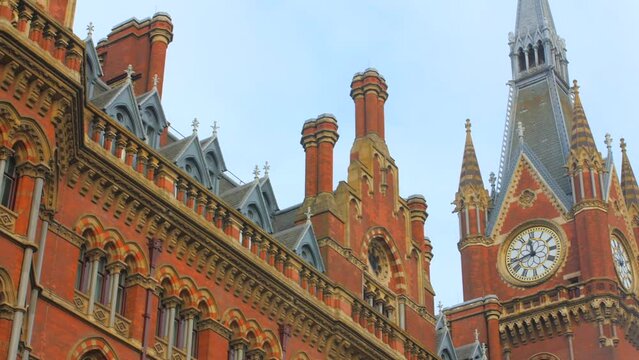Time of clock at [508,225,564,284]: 11:43
